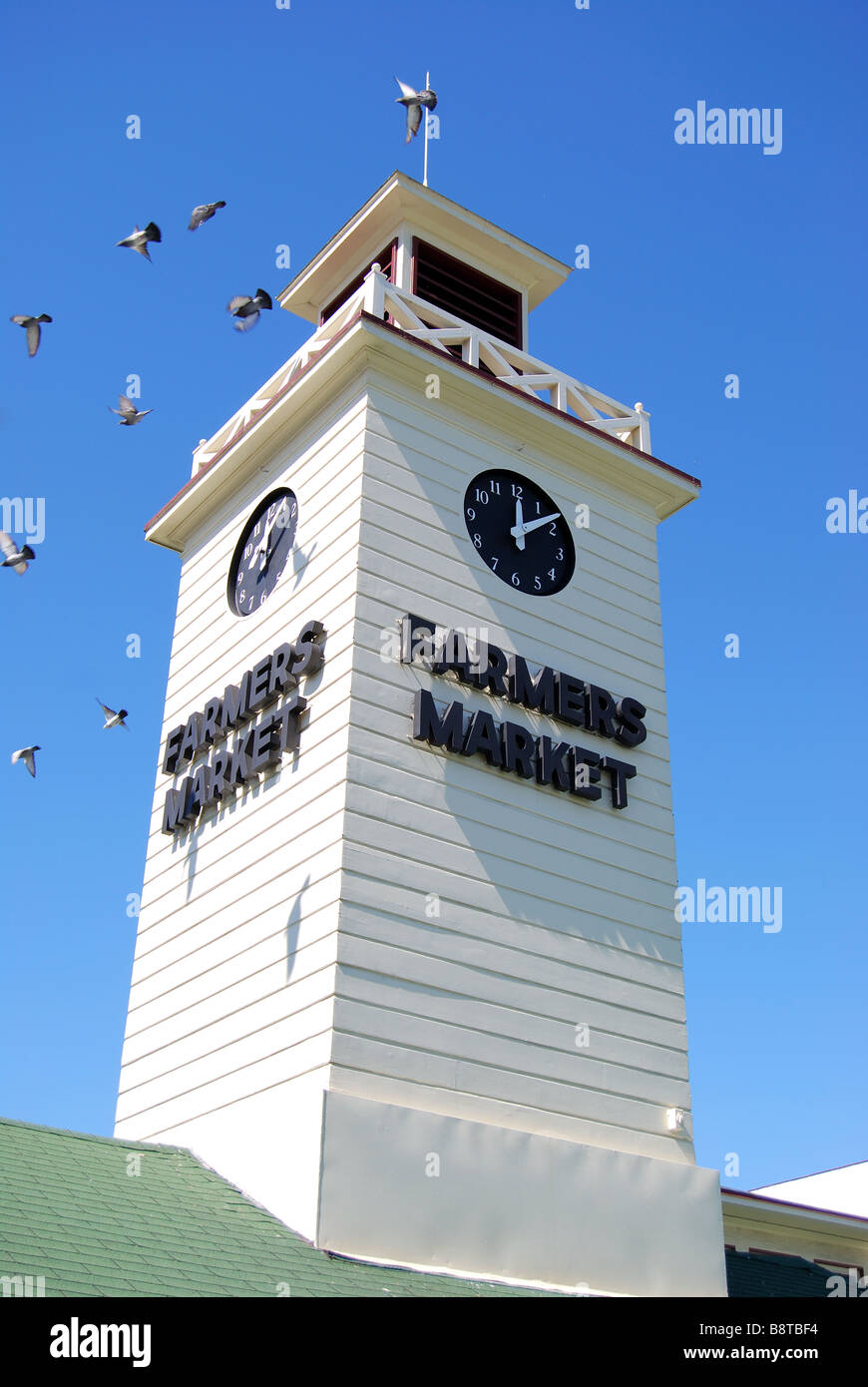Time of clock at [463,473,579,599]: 12:07
